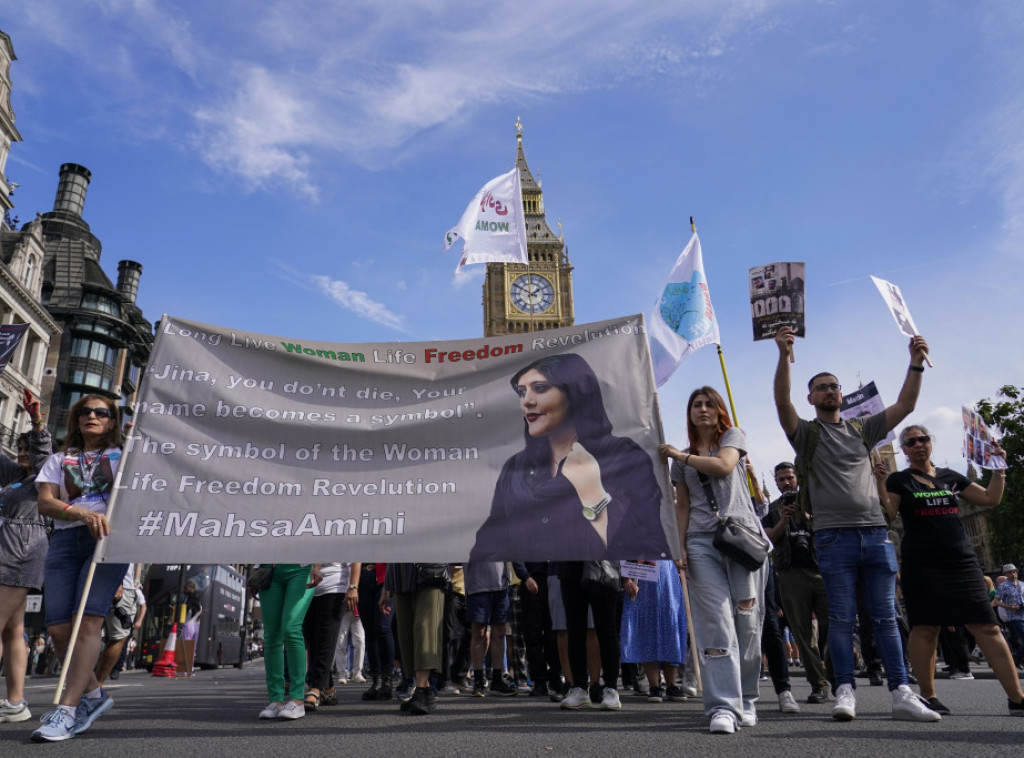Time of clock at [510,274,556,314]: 1:50
